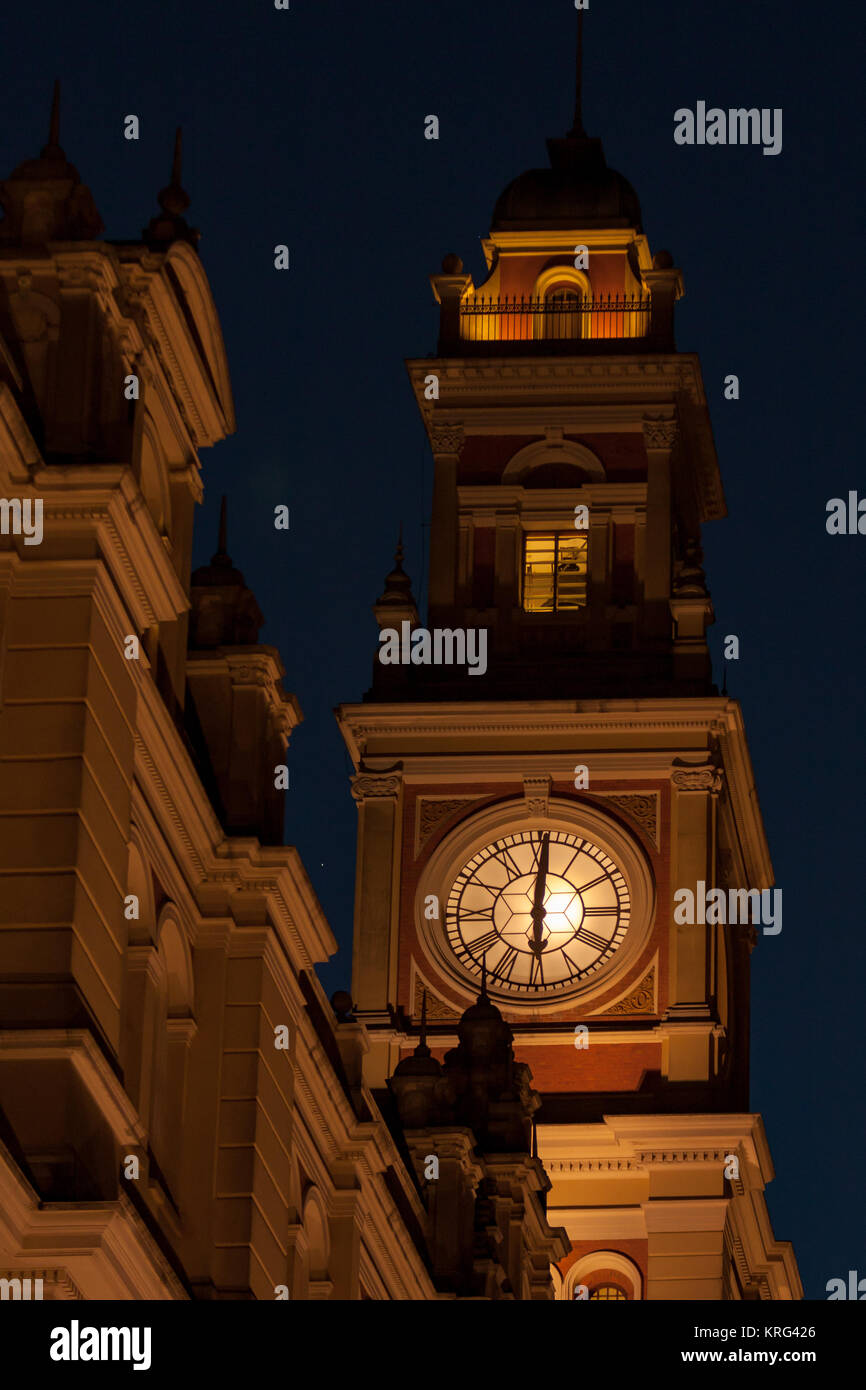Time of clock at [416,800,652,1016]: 6:00
